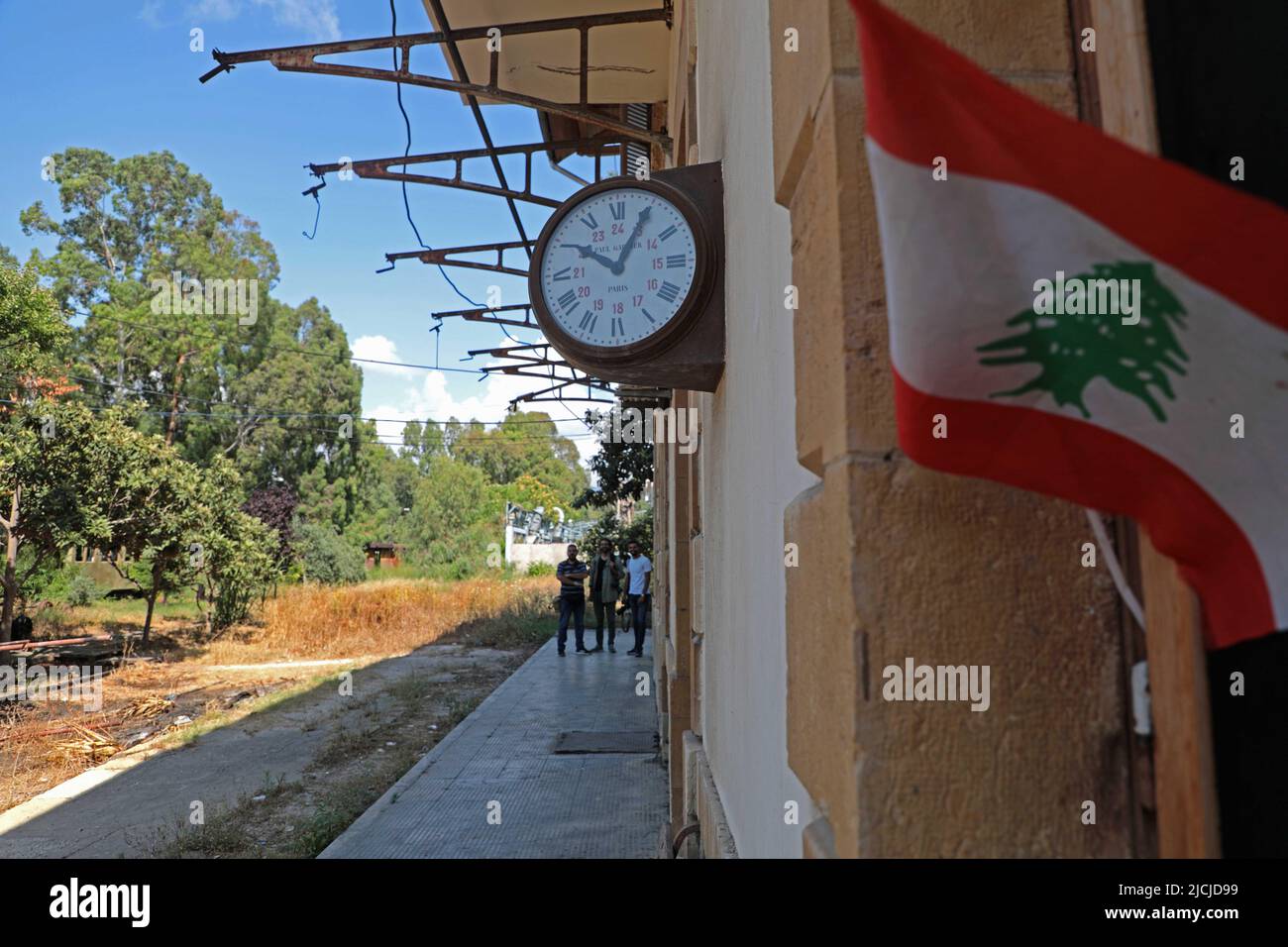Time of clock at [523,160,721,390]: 10:04
